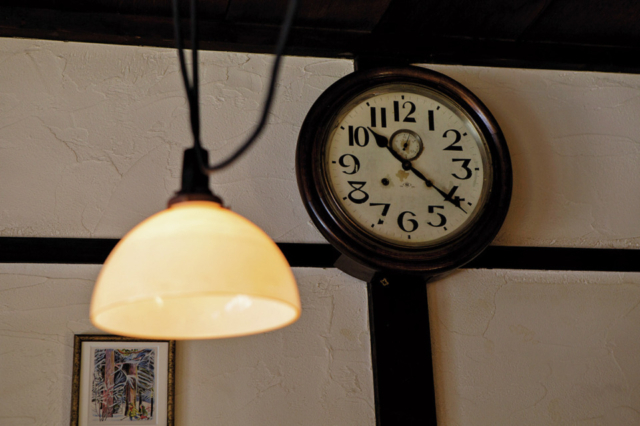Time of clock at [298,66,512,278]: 10:21
